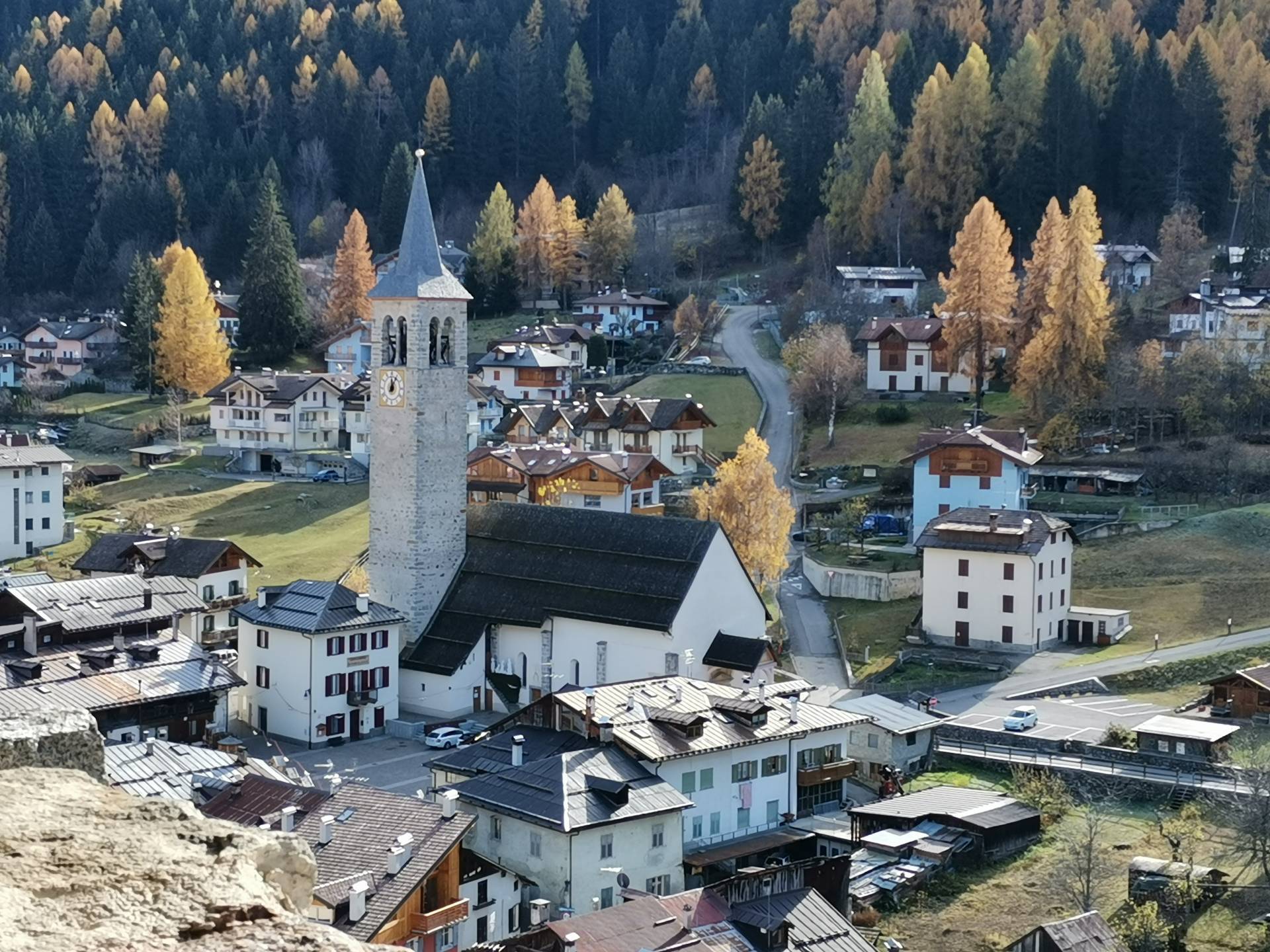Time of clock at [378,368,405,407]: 12:05
